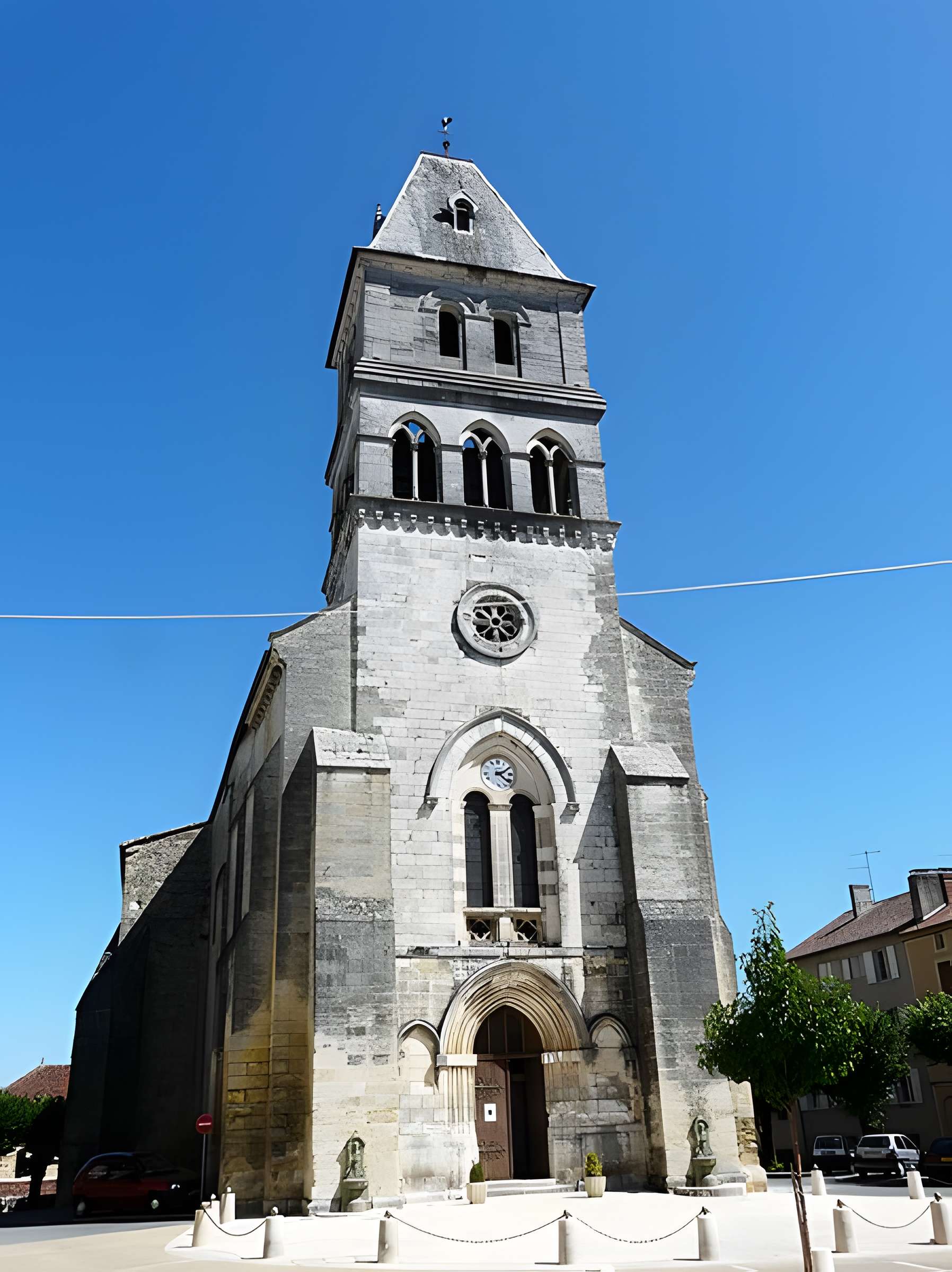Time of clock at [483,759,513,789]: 4:10
